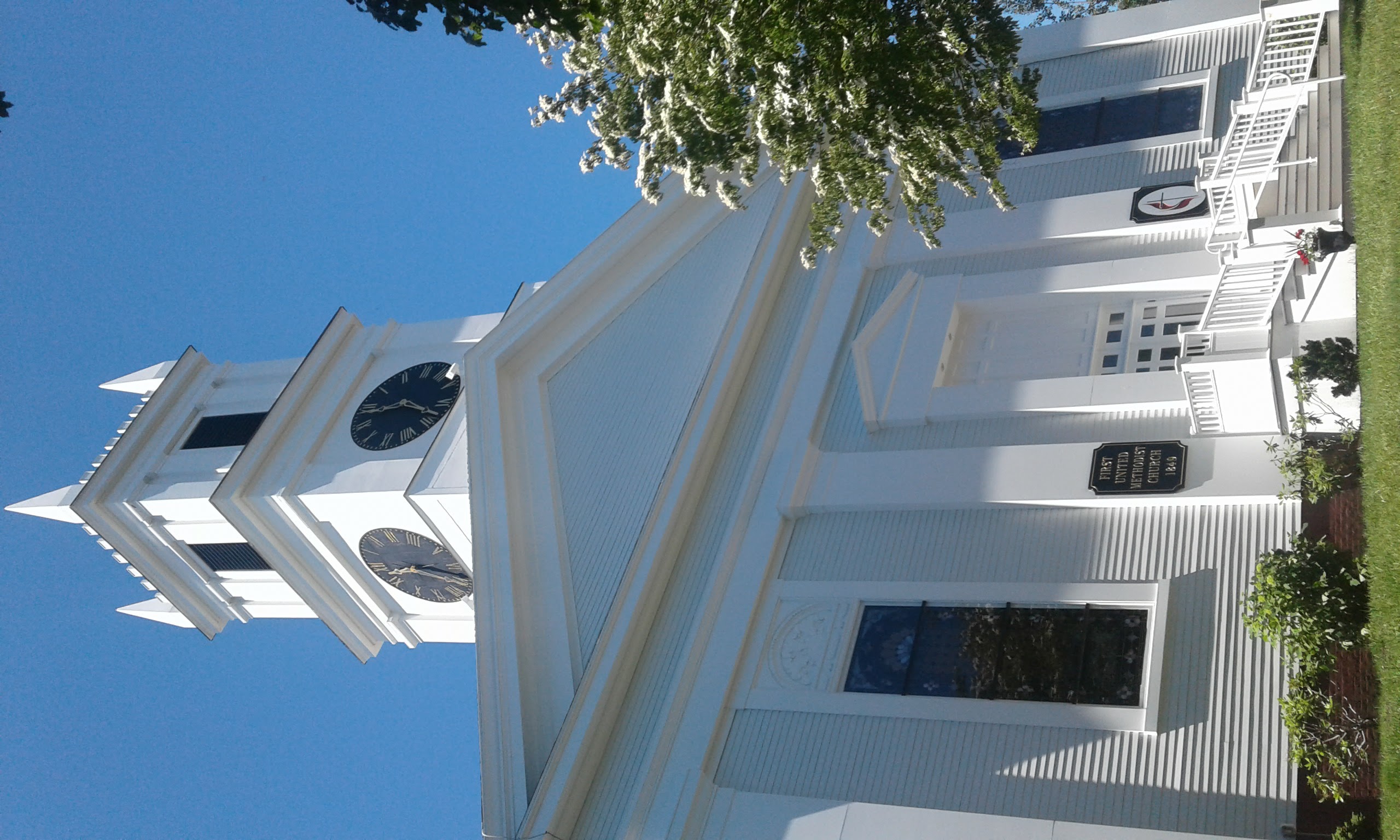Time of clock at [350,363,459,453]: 3:43
